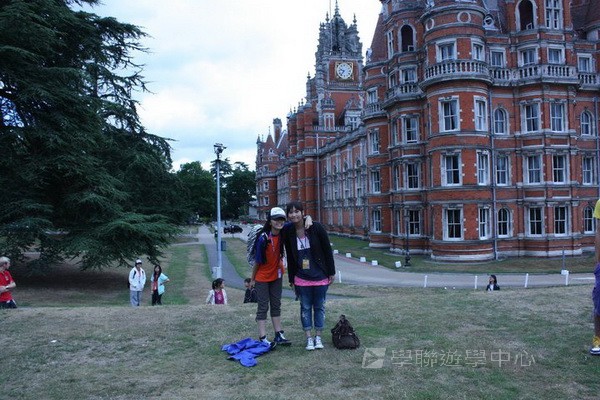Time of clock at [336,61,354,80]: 9:36
